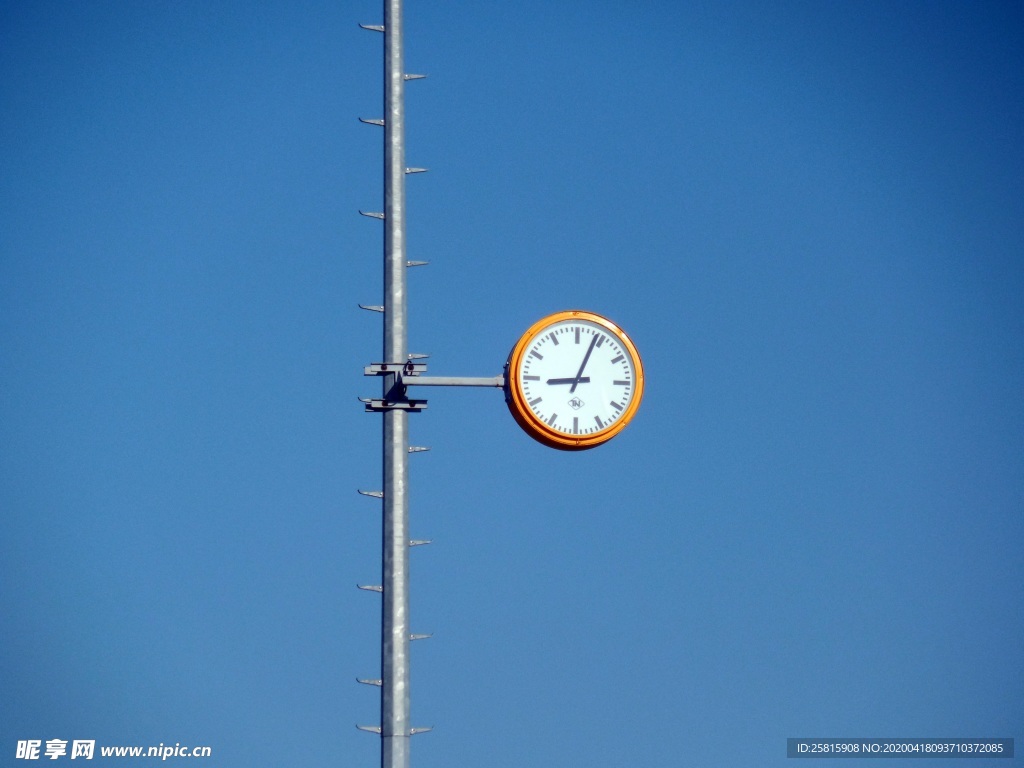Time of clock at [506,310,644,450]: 9:03
